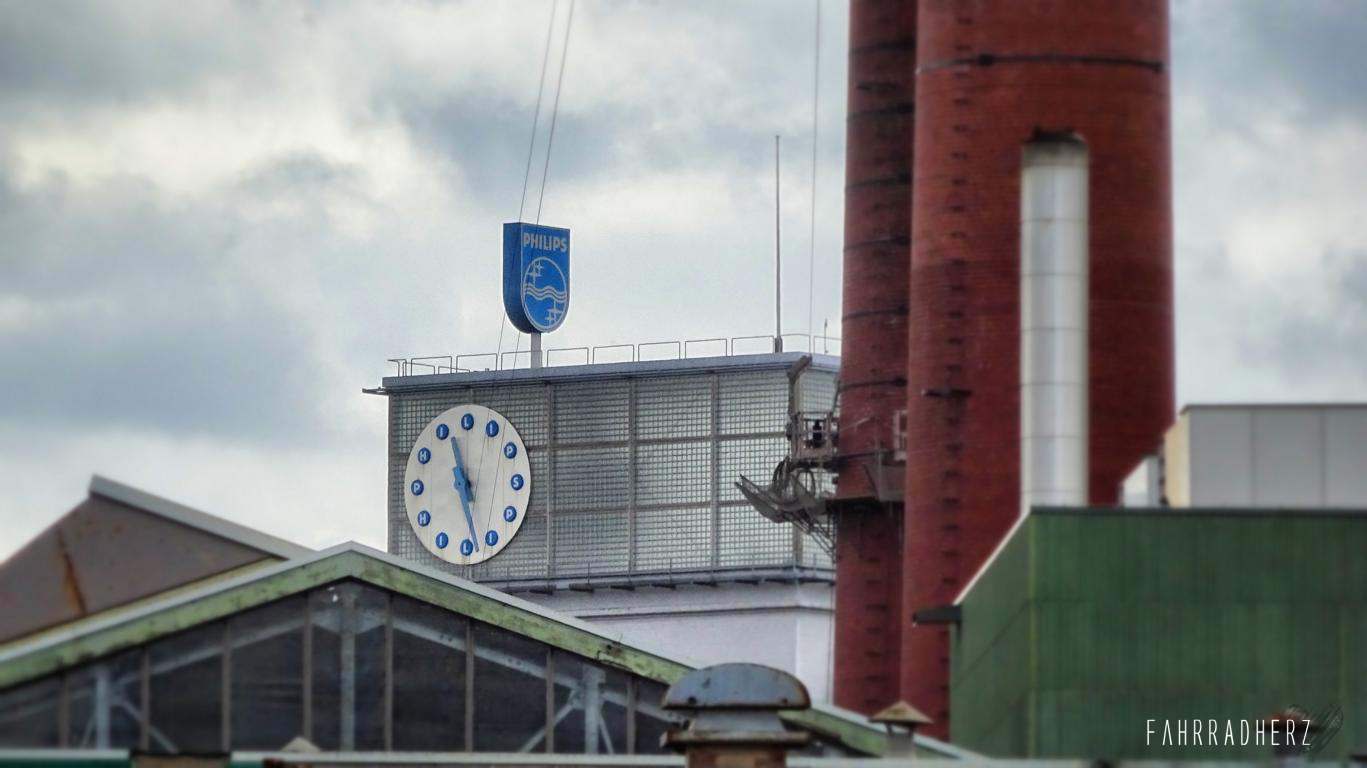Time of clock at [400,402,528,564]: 11:28
